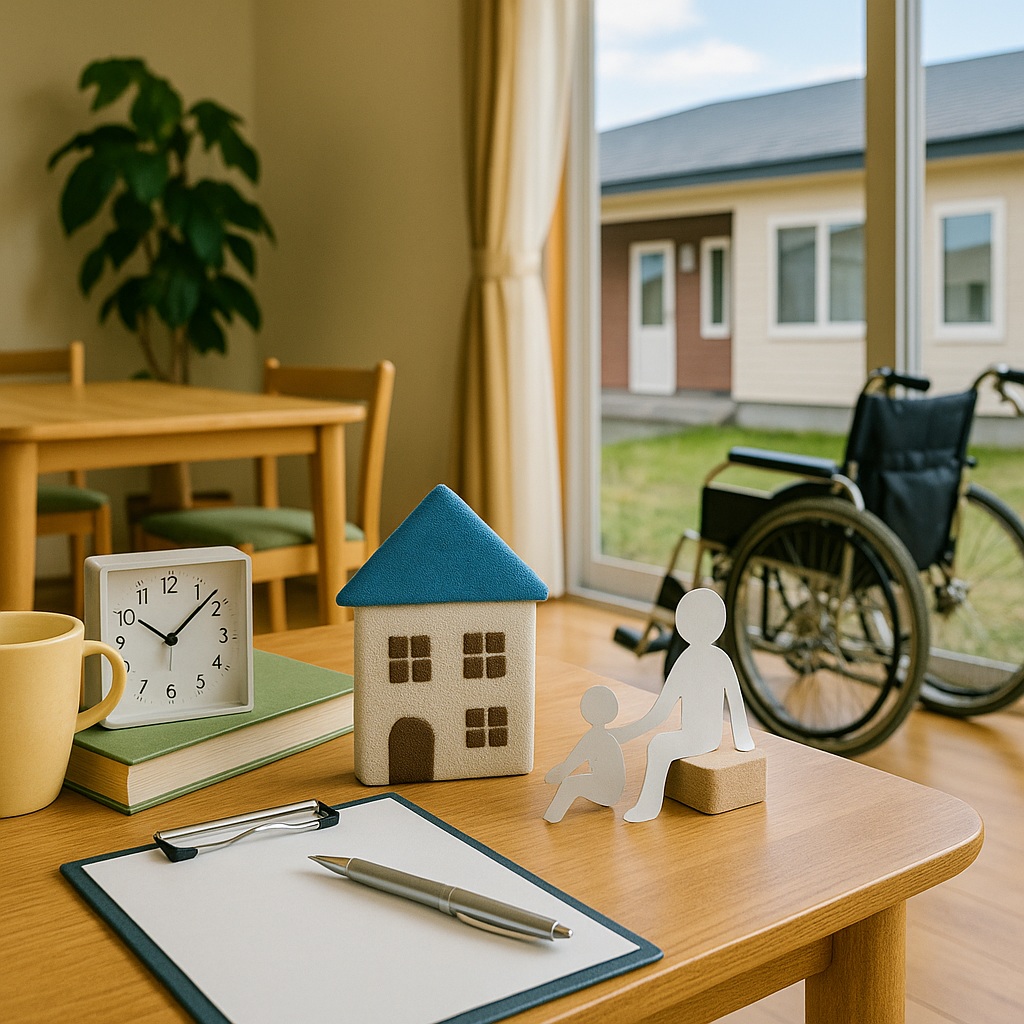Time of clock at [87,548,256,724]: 10:07
